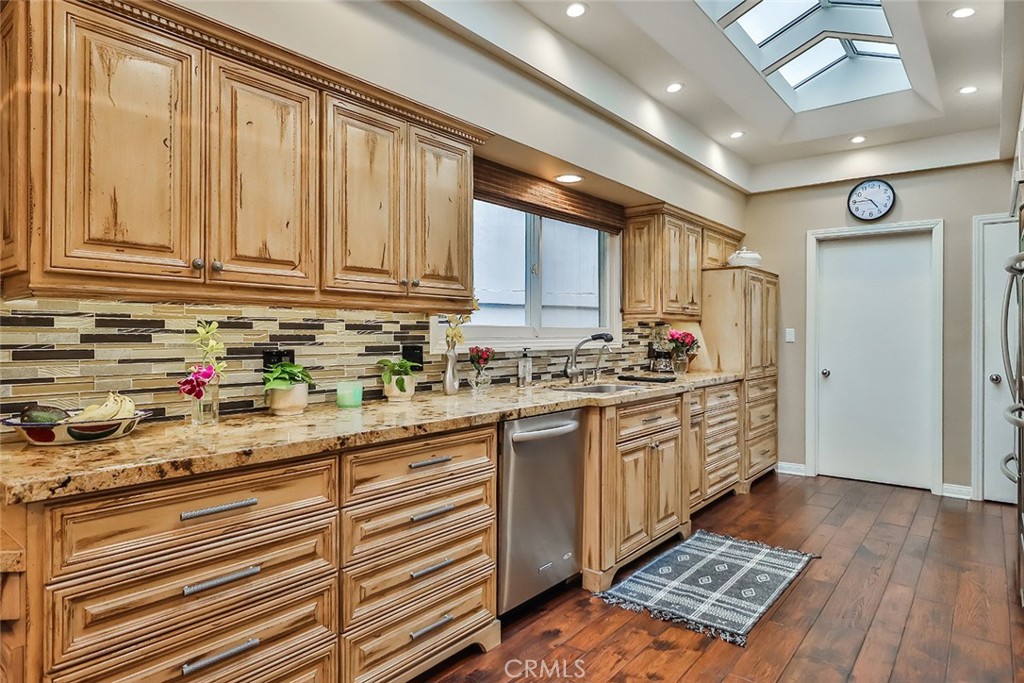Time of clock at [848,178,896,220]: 4:44
